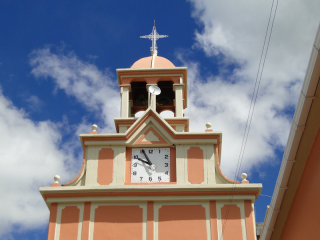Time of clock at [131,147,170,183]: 9:55
